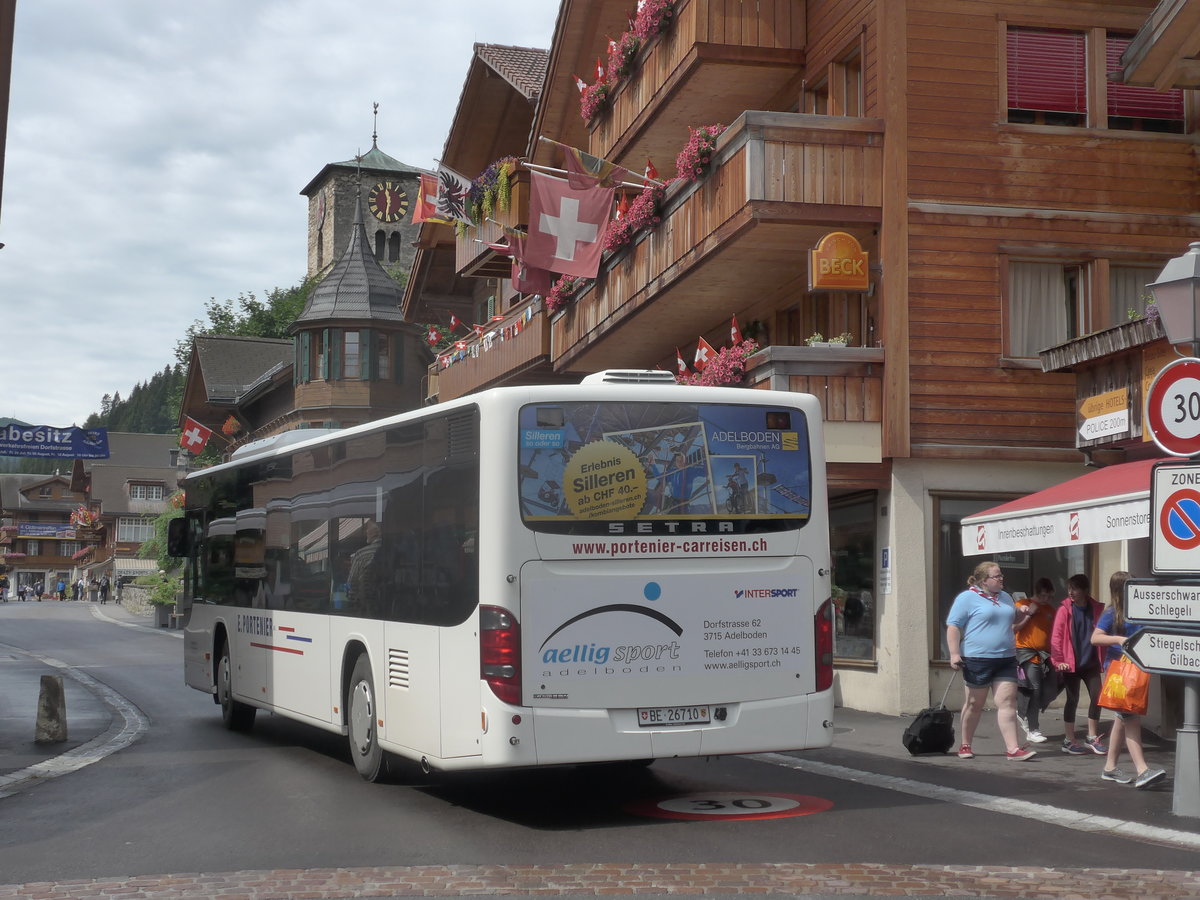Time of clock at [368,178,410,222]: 11:31
